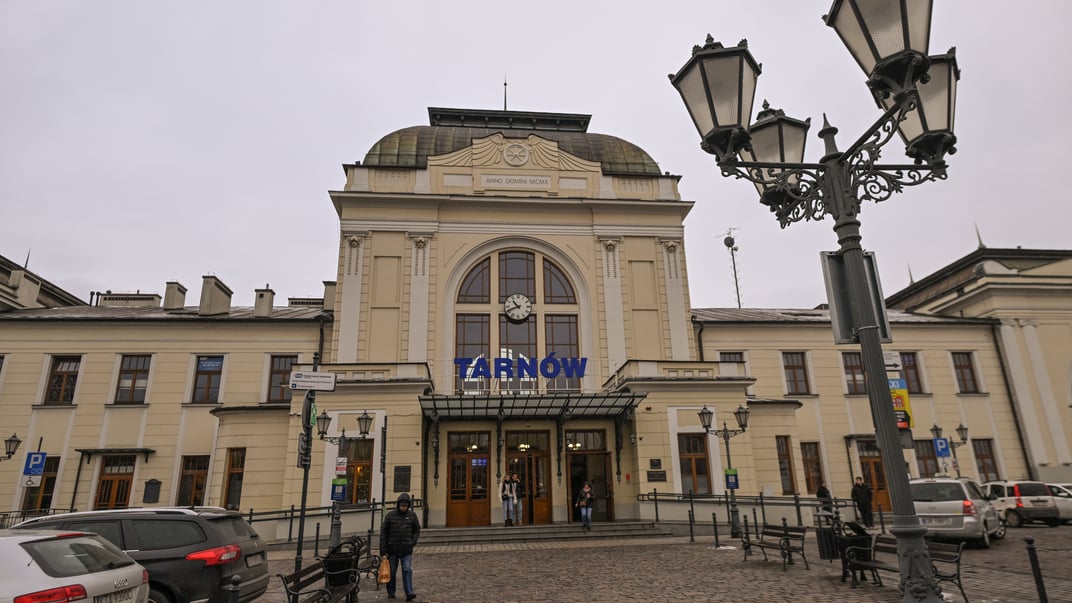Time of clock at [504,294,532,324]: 10:41
